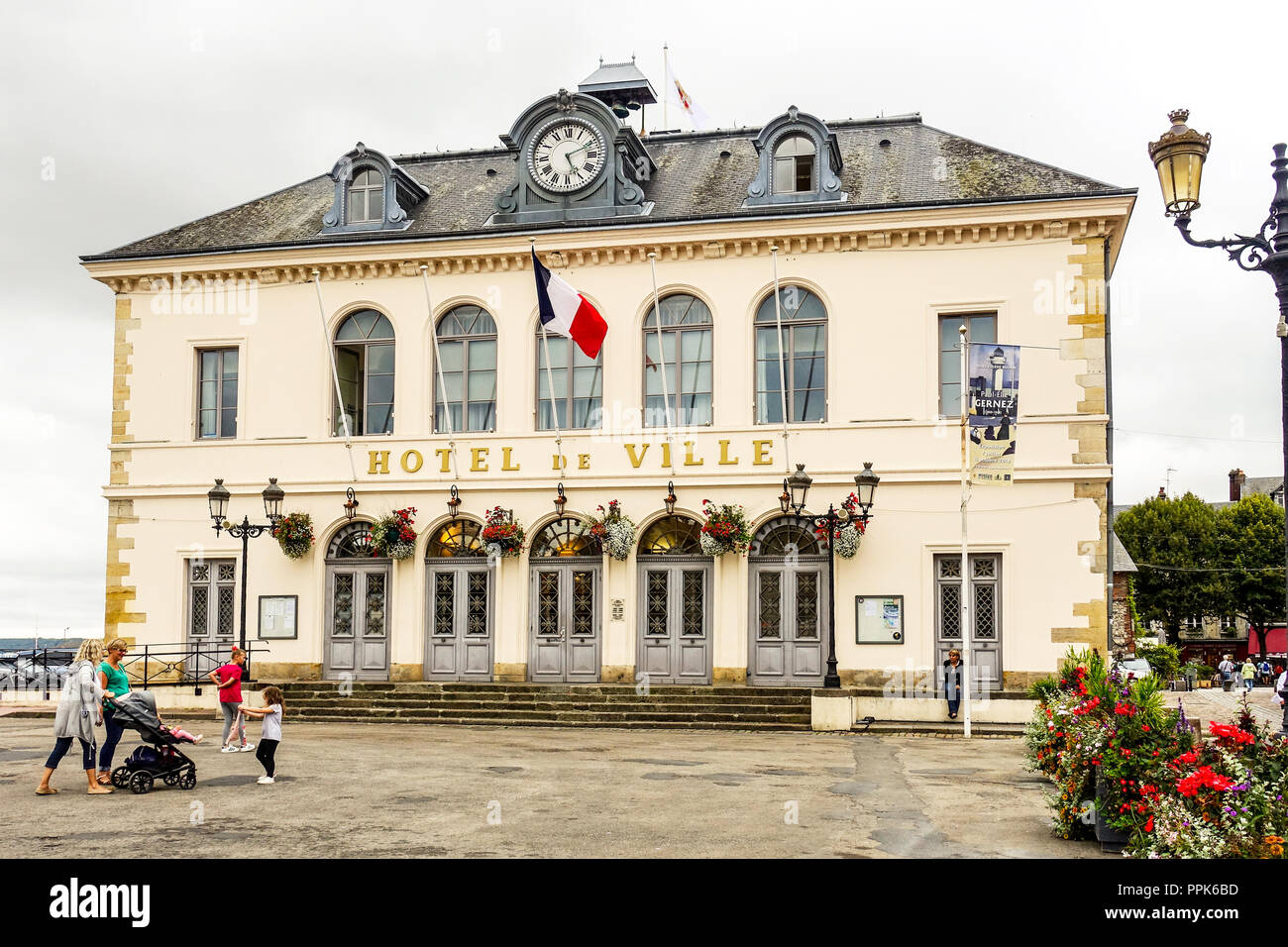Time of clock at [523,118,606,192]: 5:11
